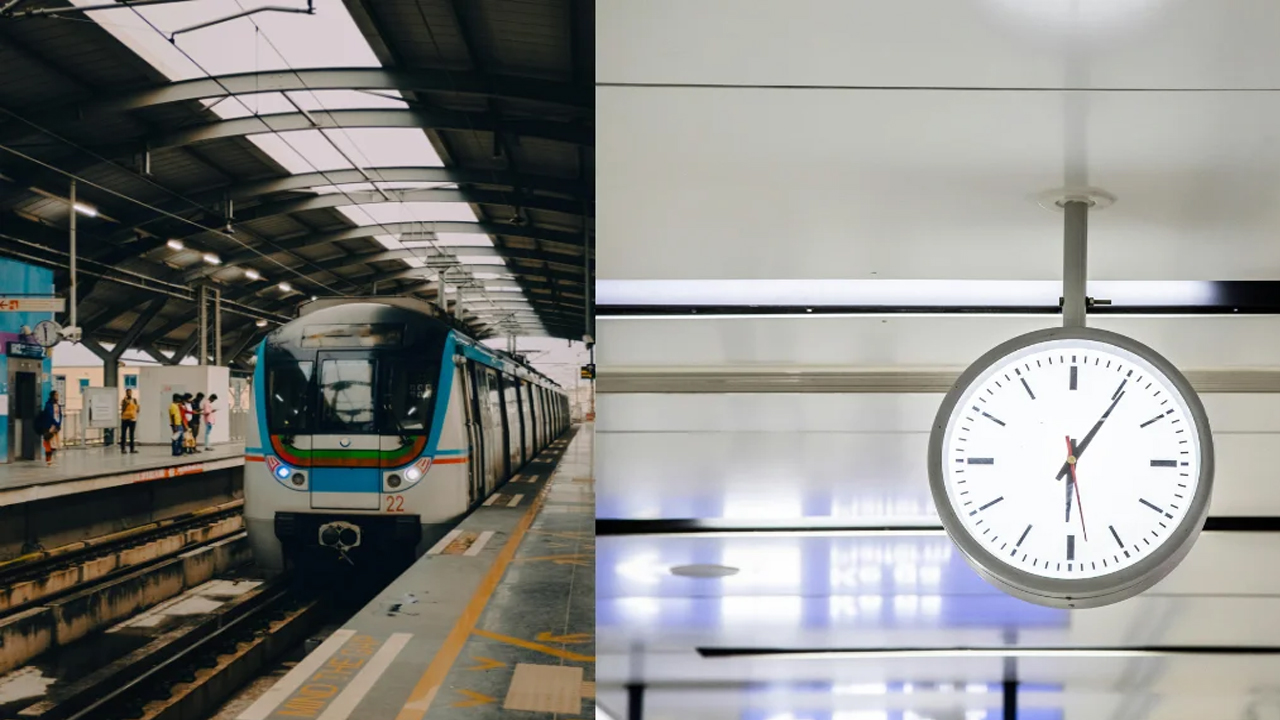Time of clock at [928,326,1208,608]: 6:05
